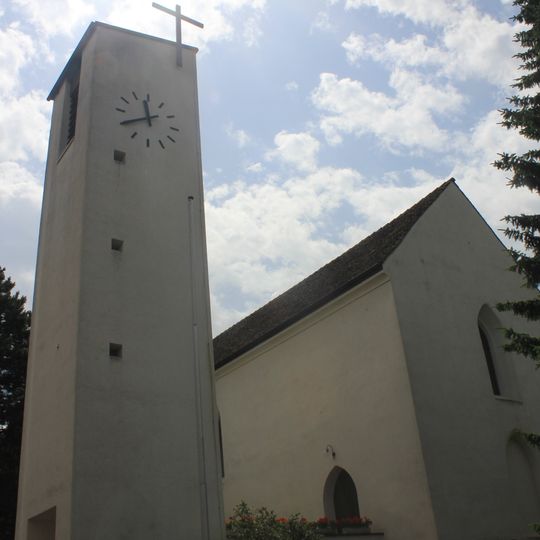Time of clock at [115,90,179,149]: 11:40
